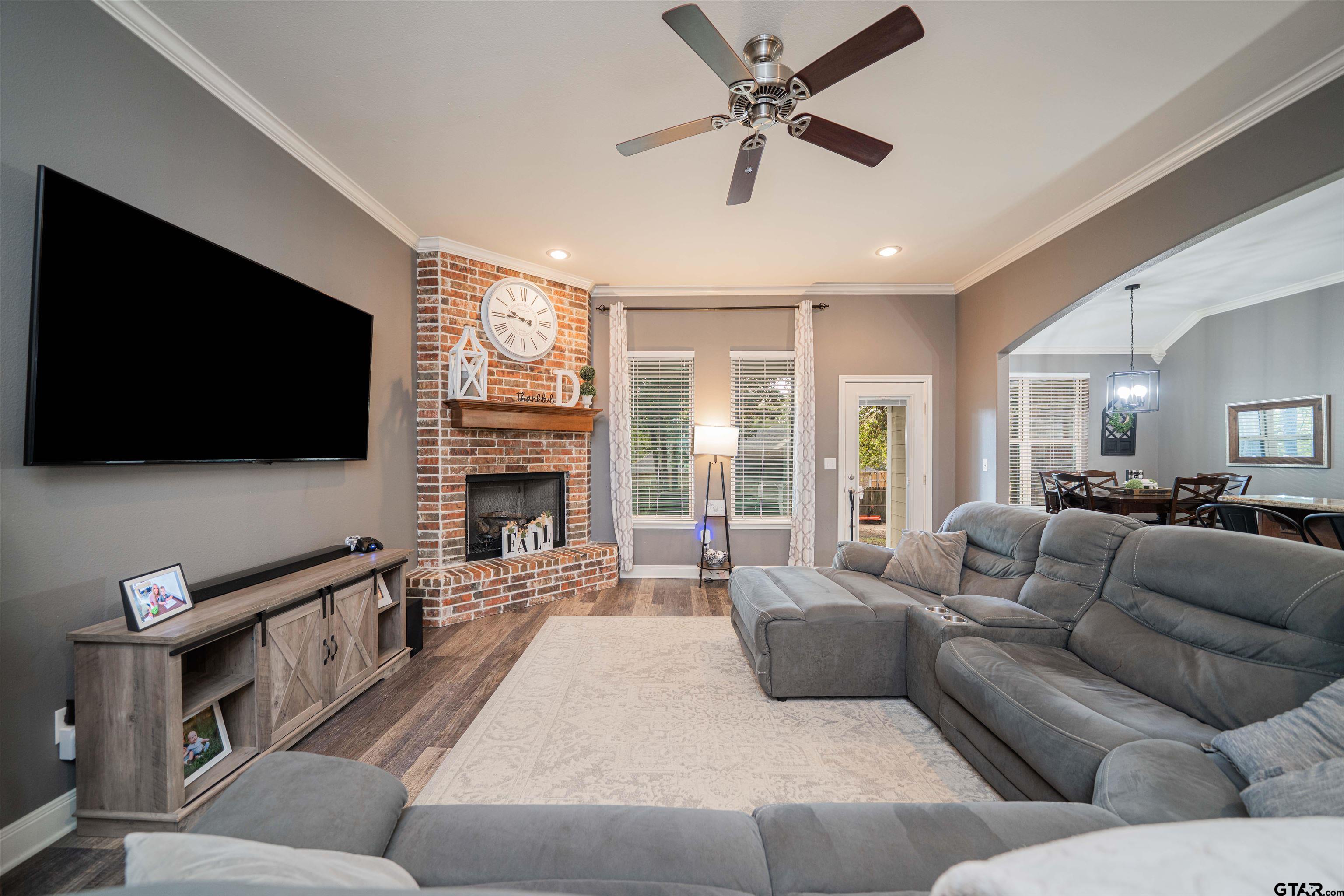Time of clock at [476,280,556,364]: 9:45
